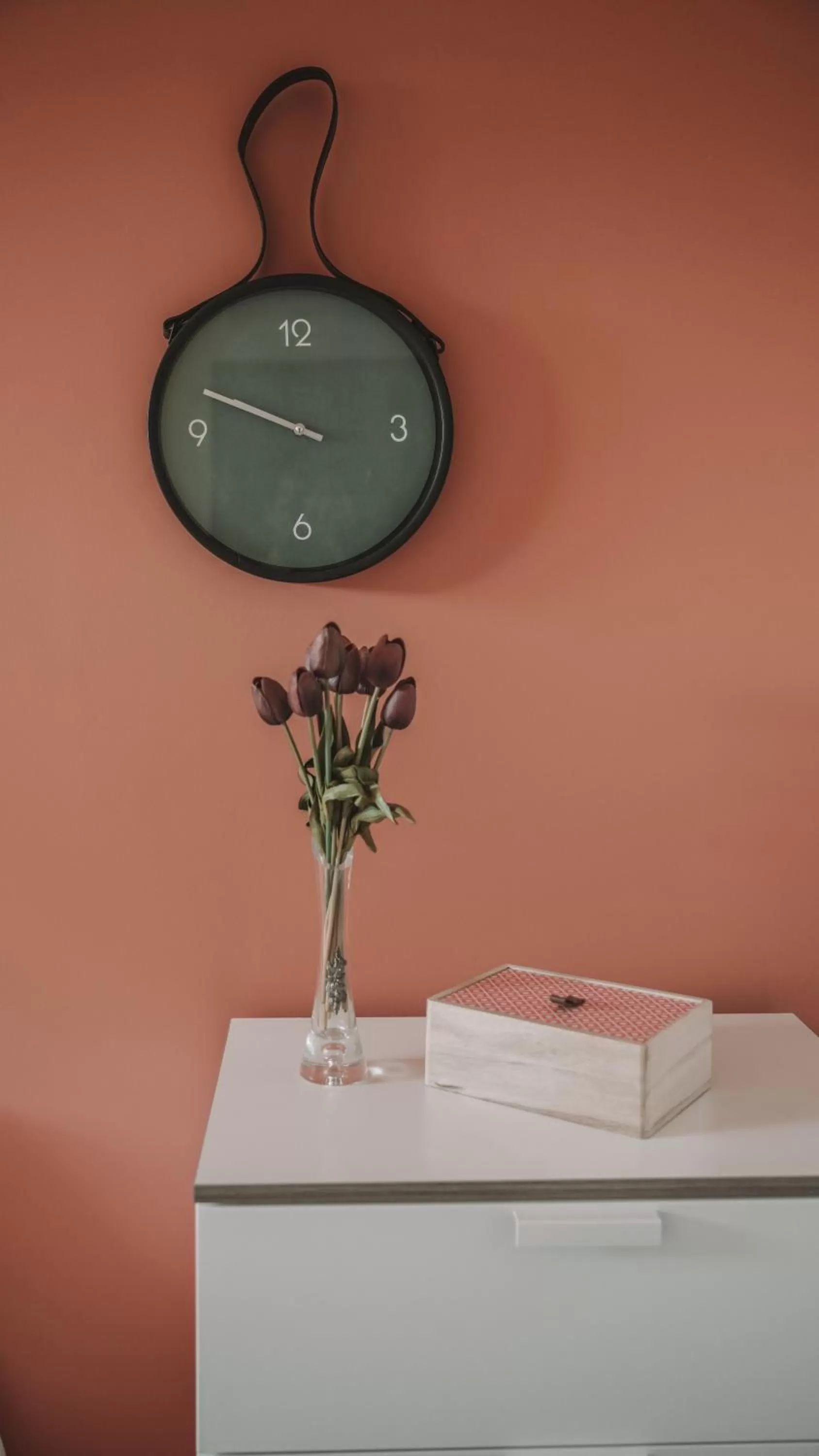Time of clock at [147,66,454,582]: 9:48
